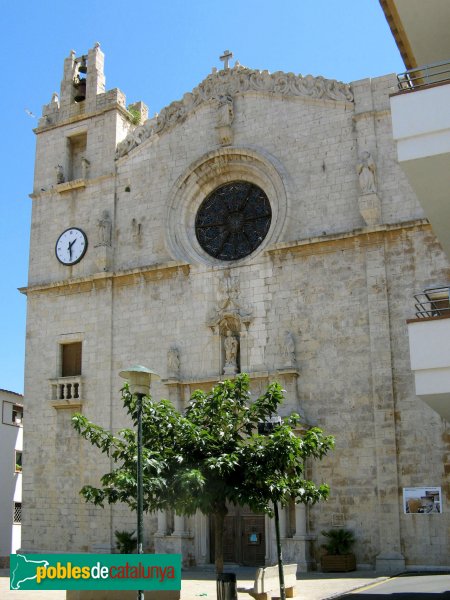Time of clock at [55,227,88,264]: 1:28
